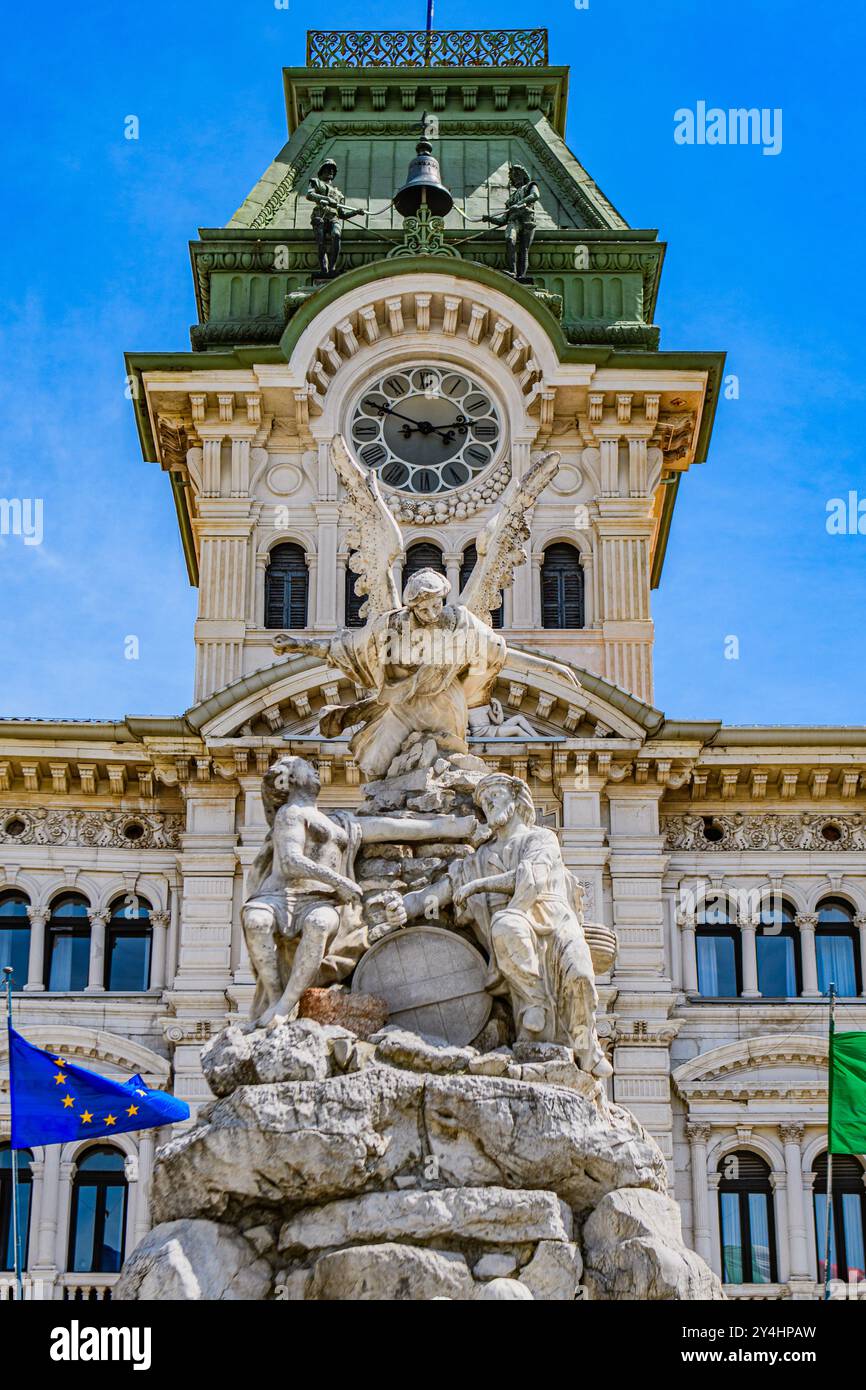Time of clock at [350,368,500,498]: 2:49
